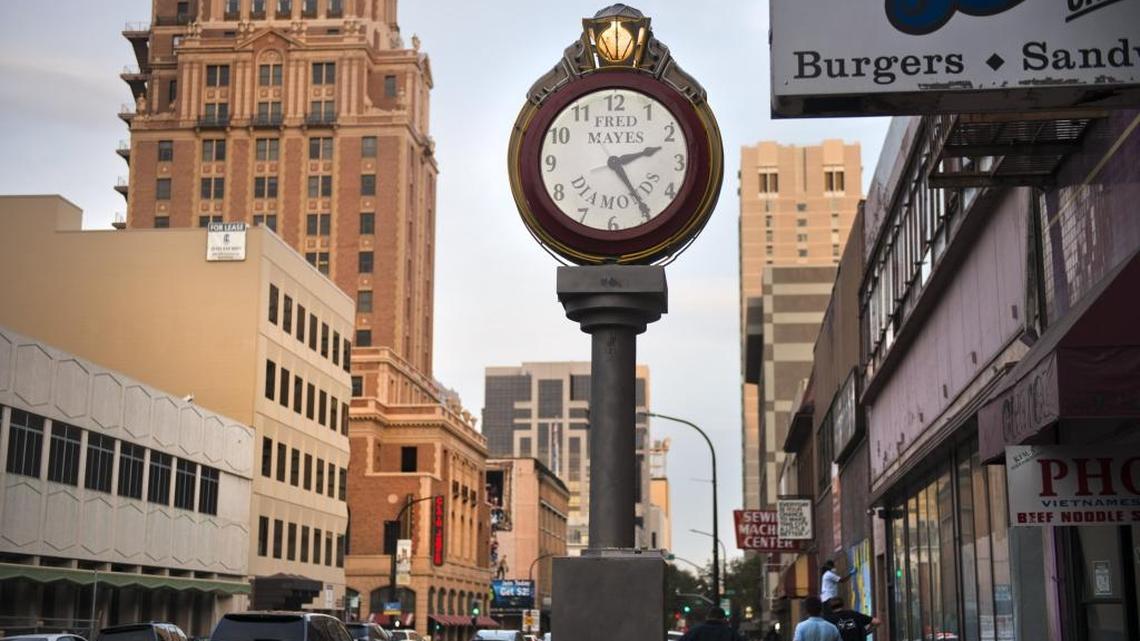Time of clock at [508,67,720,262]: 2:24
